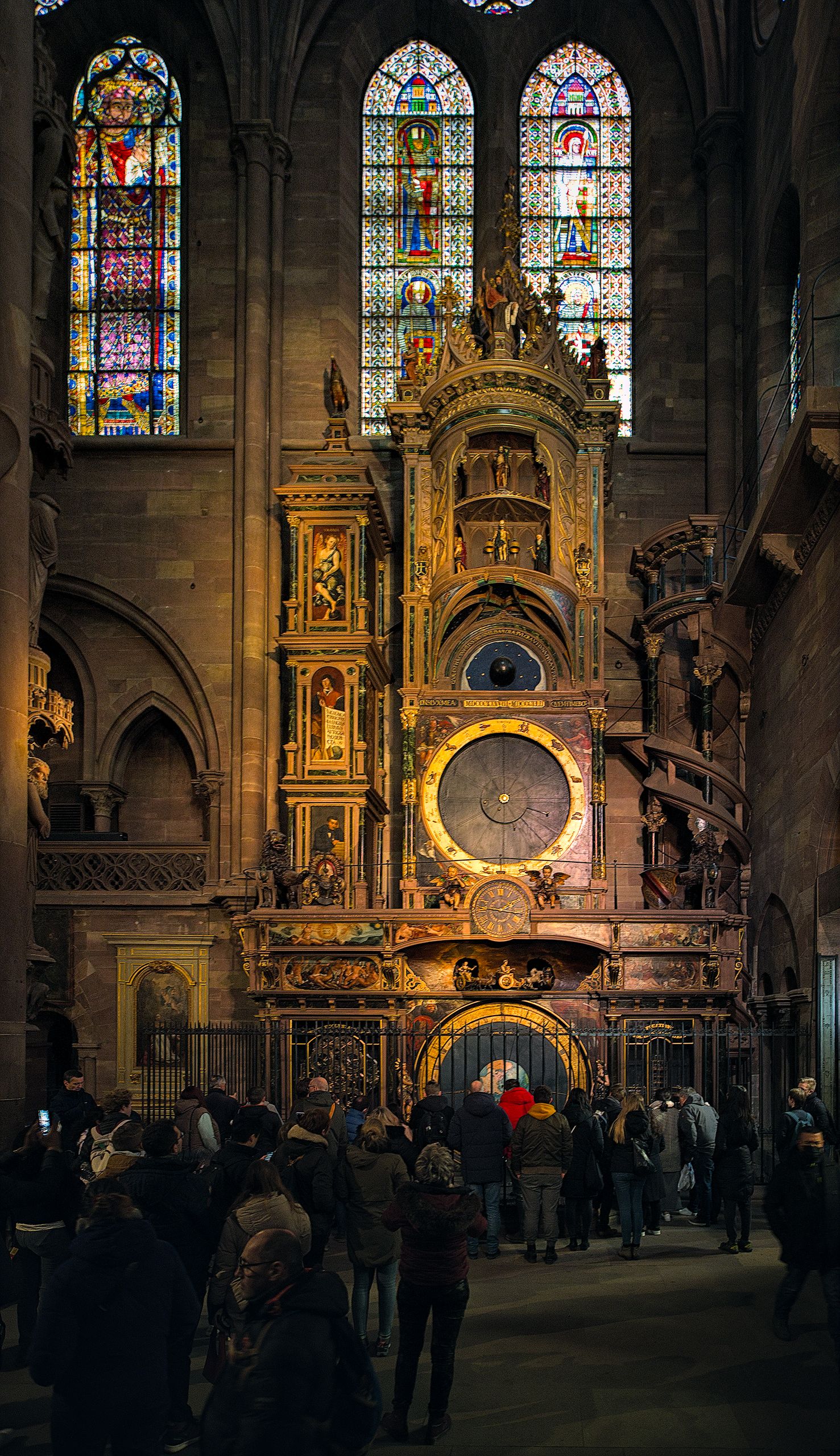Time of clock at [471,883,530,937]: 1:46
